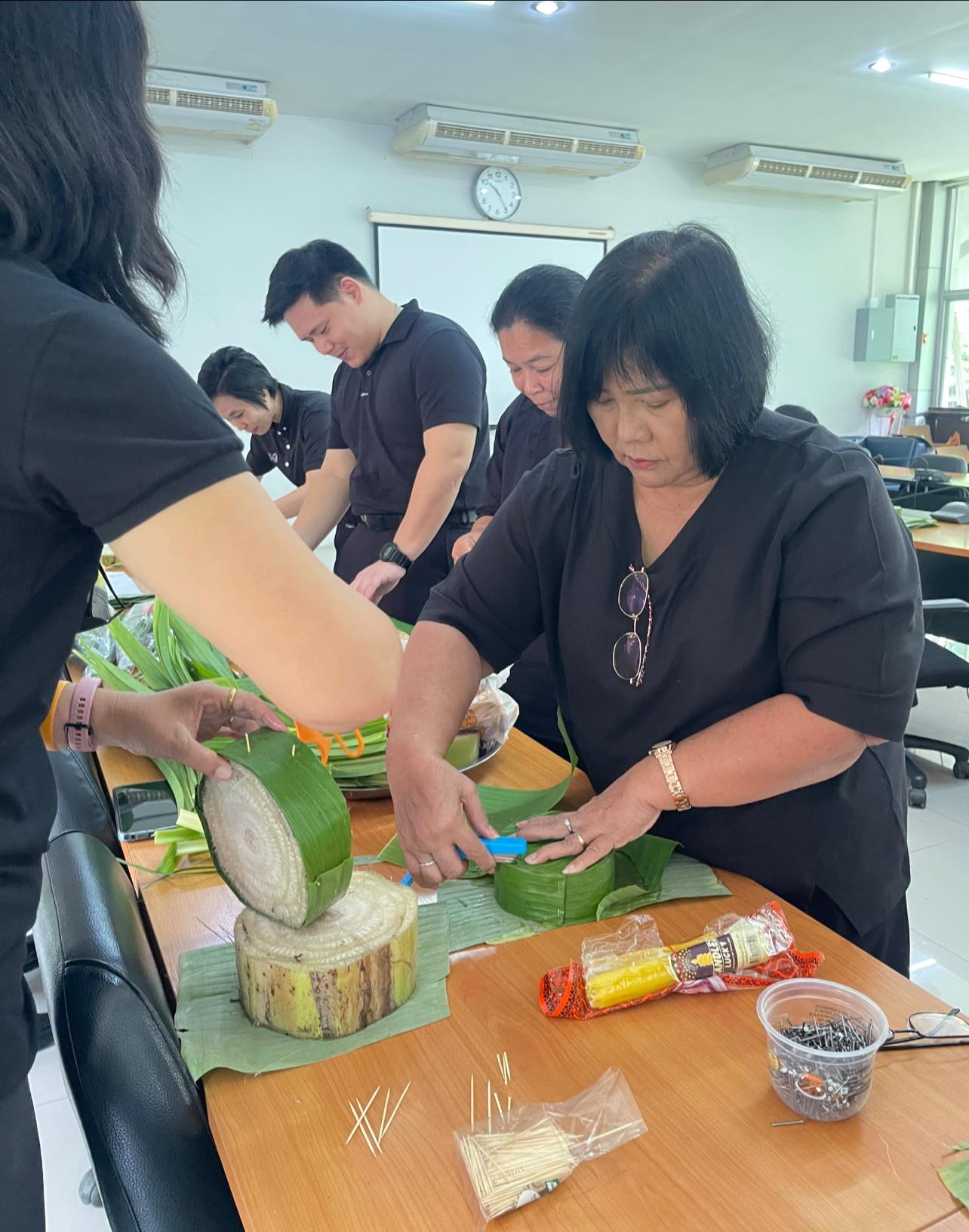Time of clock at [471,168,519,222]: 10:24
